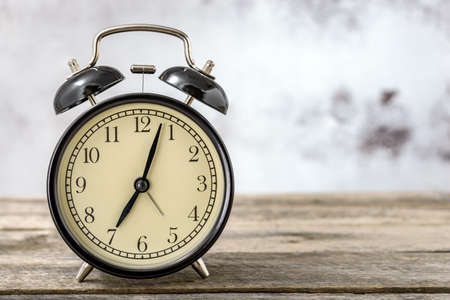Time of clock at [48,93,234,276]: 7:03
